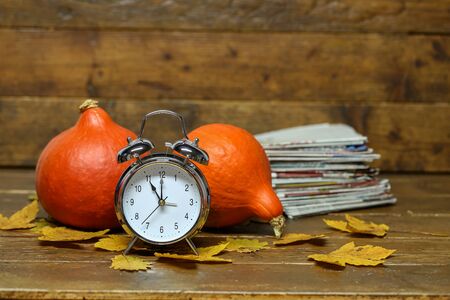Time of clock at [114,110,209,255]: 11:00
